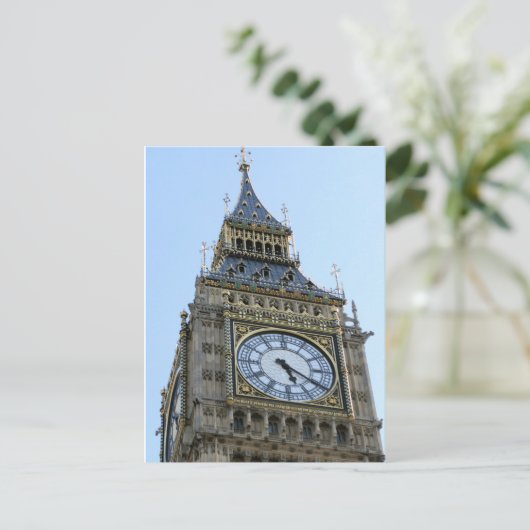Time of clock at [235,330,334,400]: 5:20
